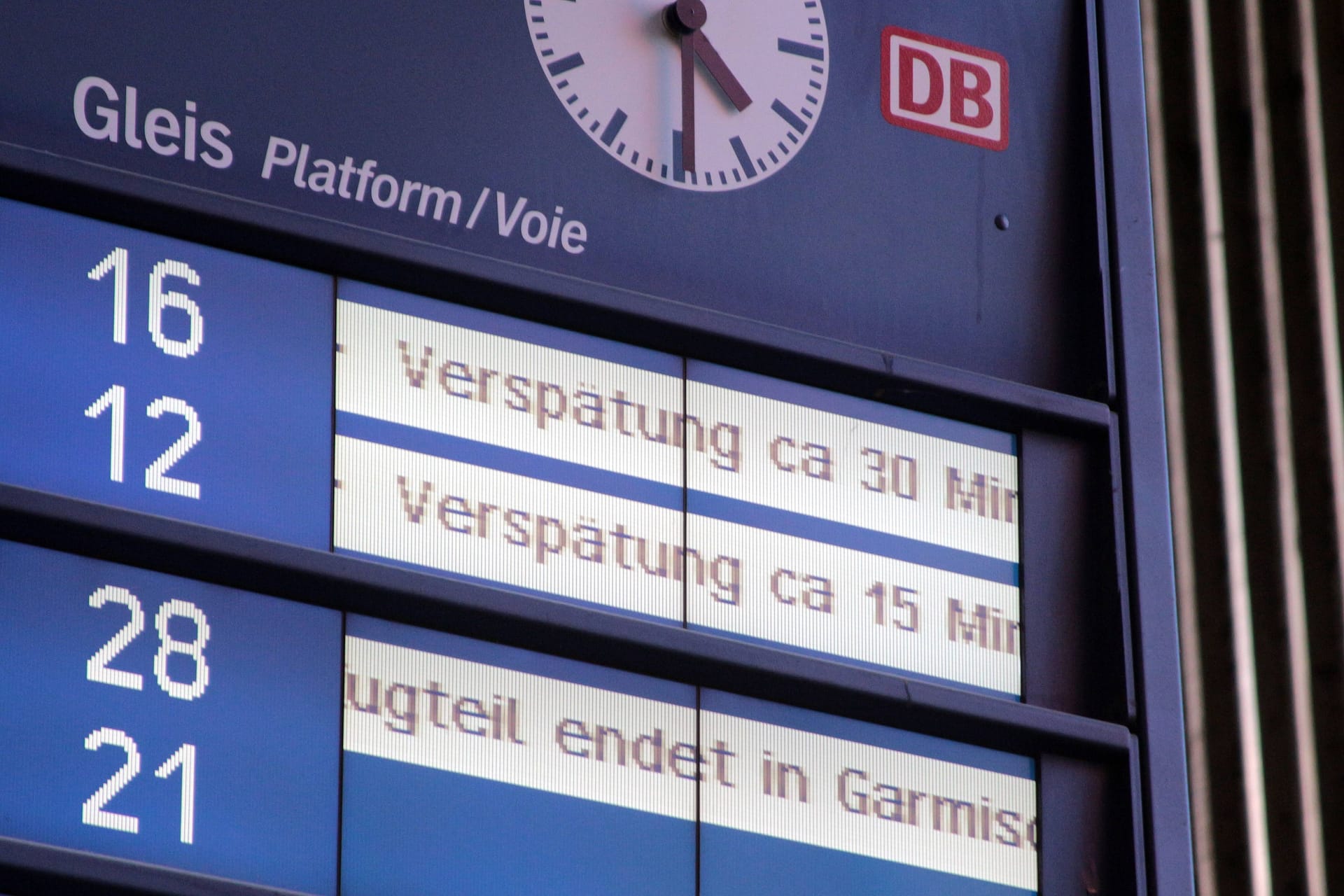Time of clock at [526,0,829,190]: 4:29
